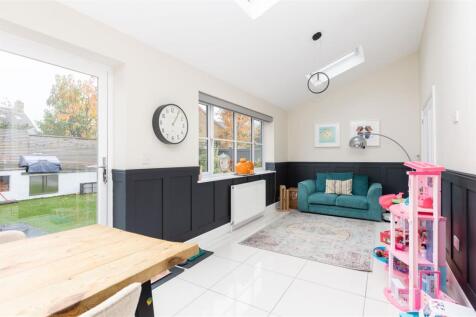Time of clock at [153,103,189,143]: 1:05
